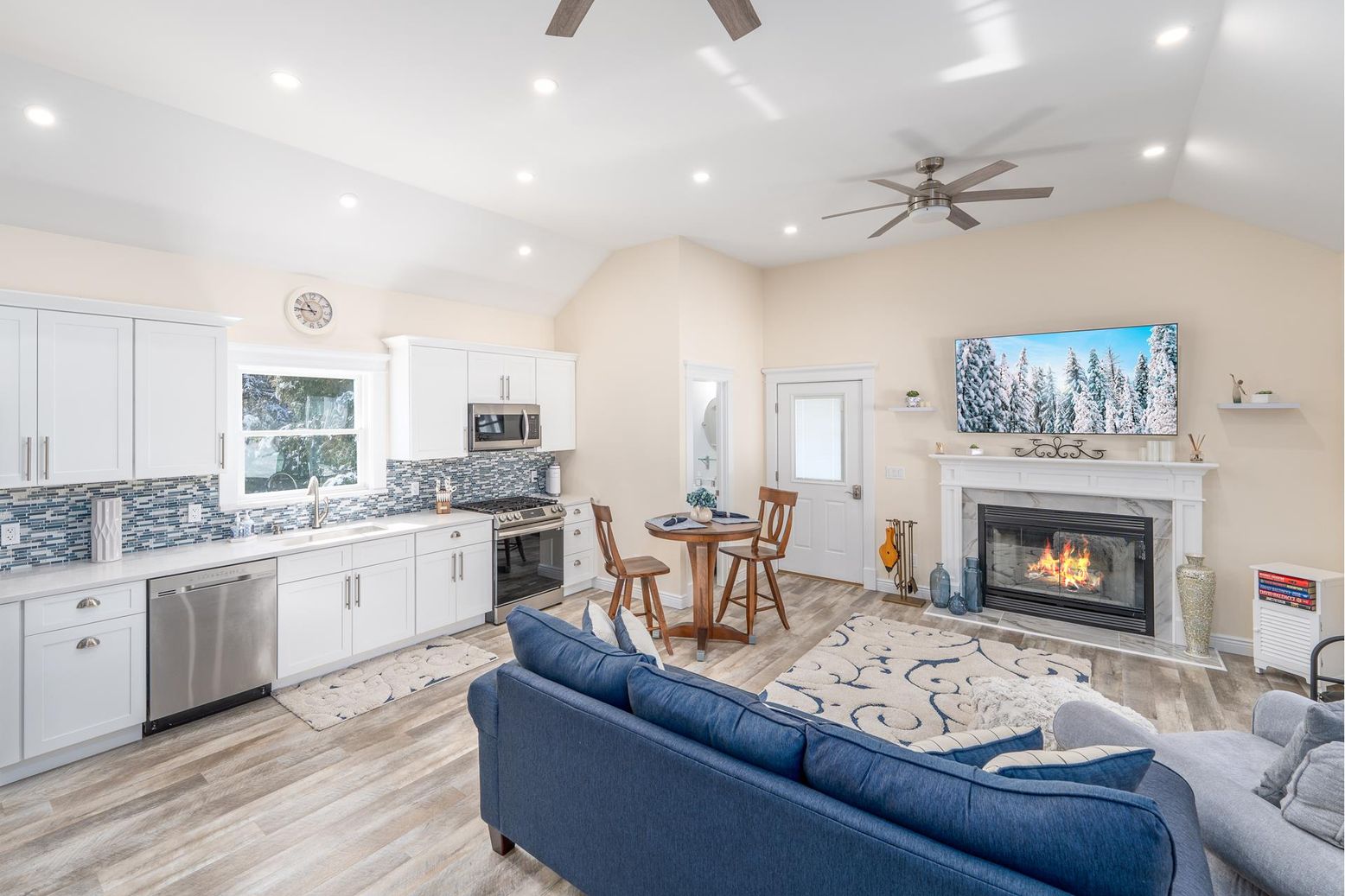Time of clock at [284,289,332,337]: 10:45
